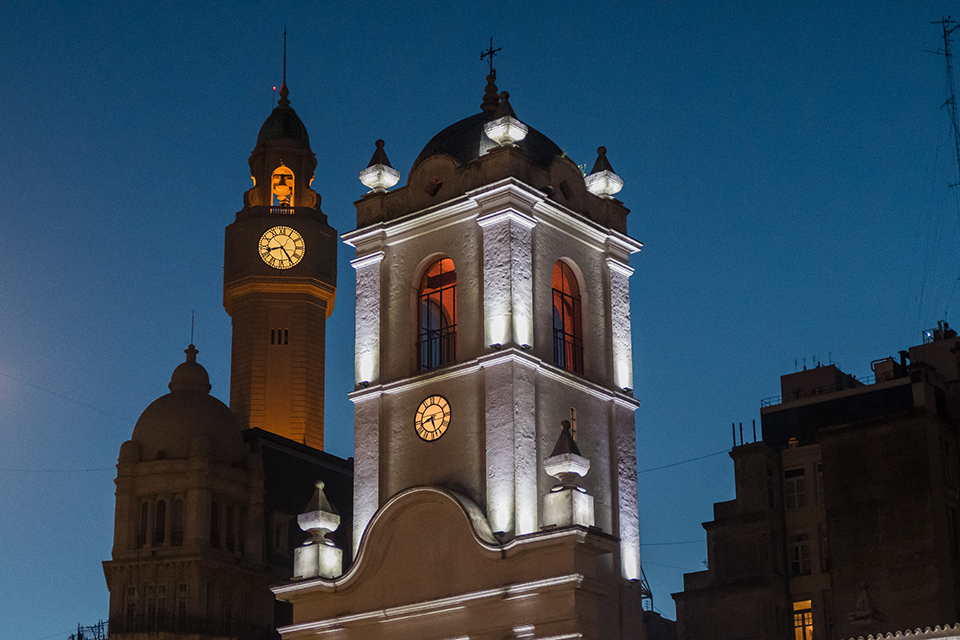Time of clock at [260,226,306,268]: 8:24
